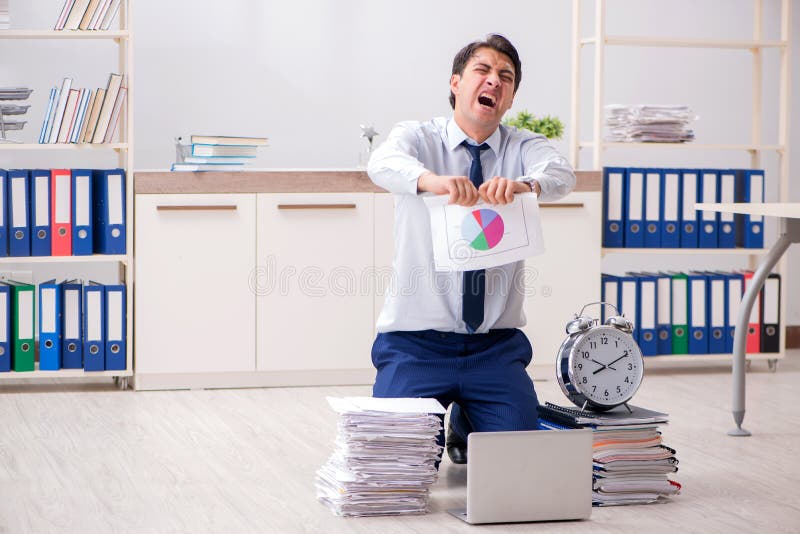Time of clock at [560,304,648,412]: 8:10
